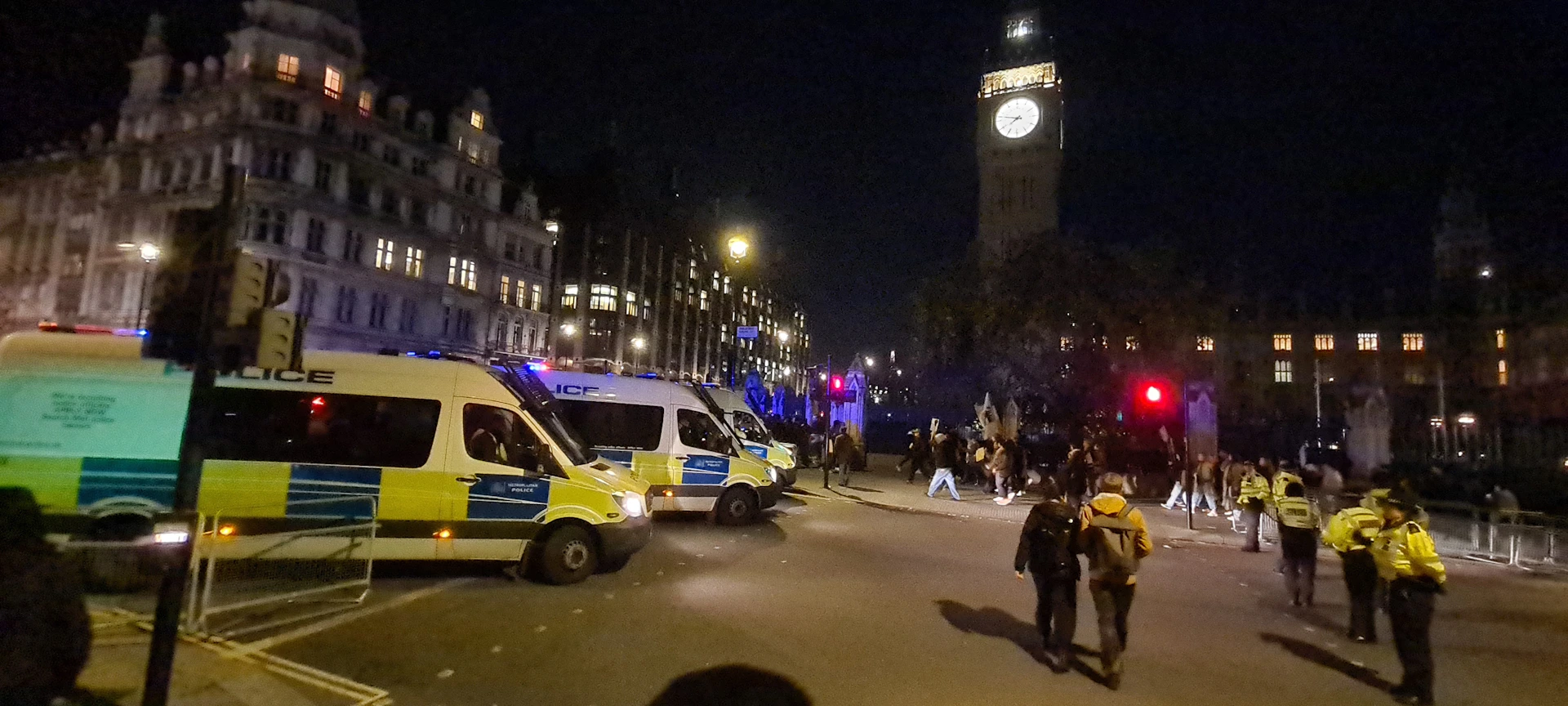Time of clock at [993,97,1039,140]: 7:47
